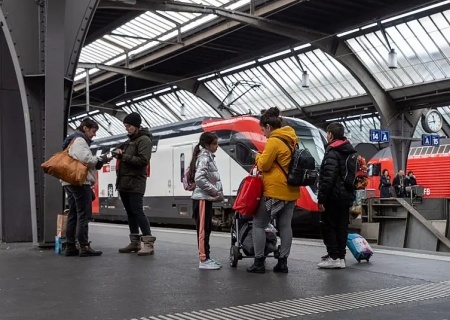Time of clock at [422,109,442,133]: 11:42
